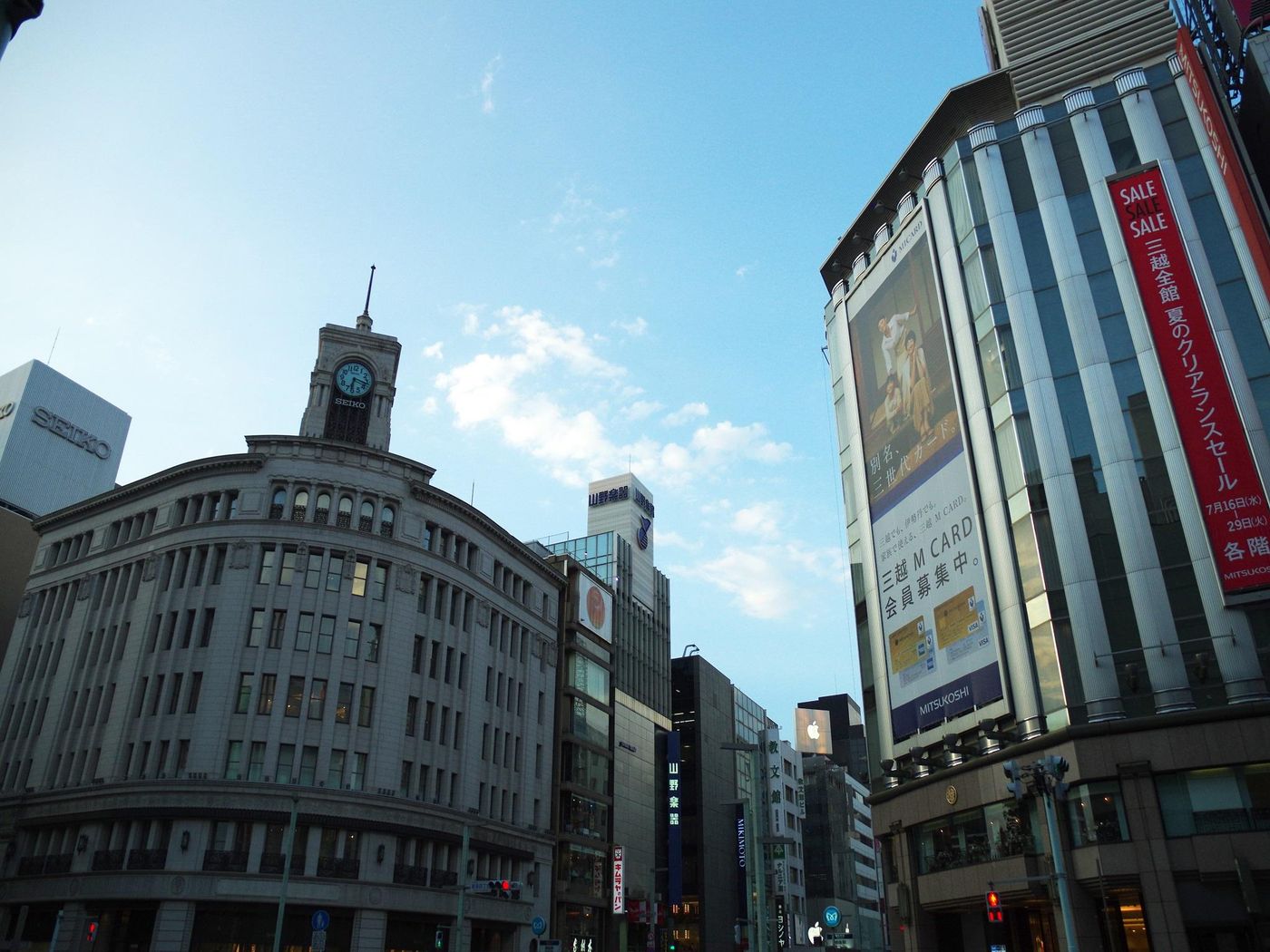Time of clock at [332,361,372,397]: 6:17
